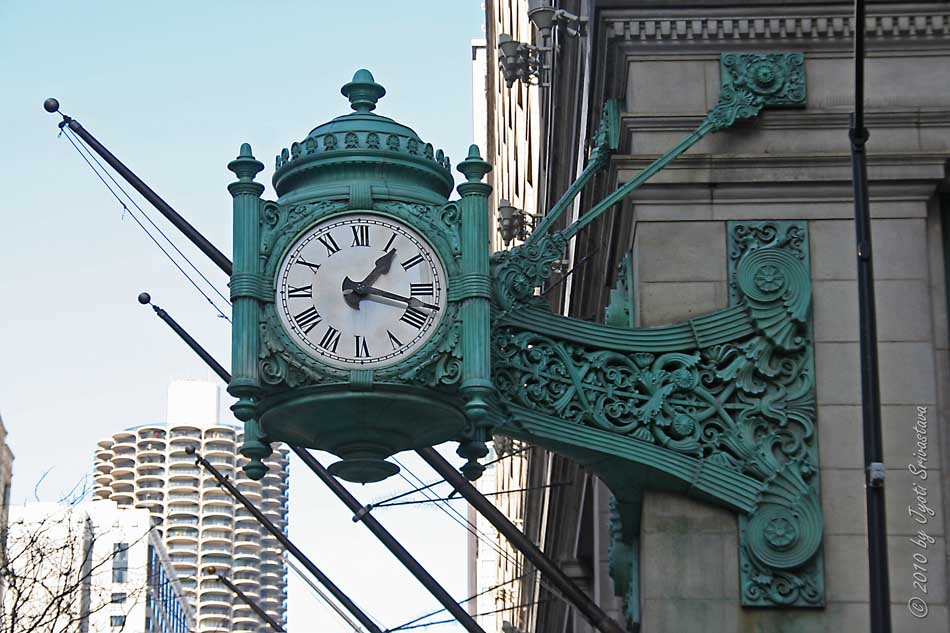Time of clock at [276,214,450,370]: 1:17
